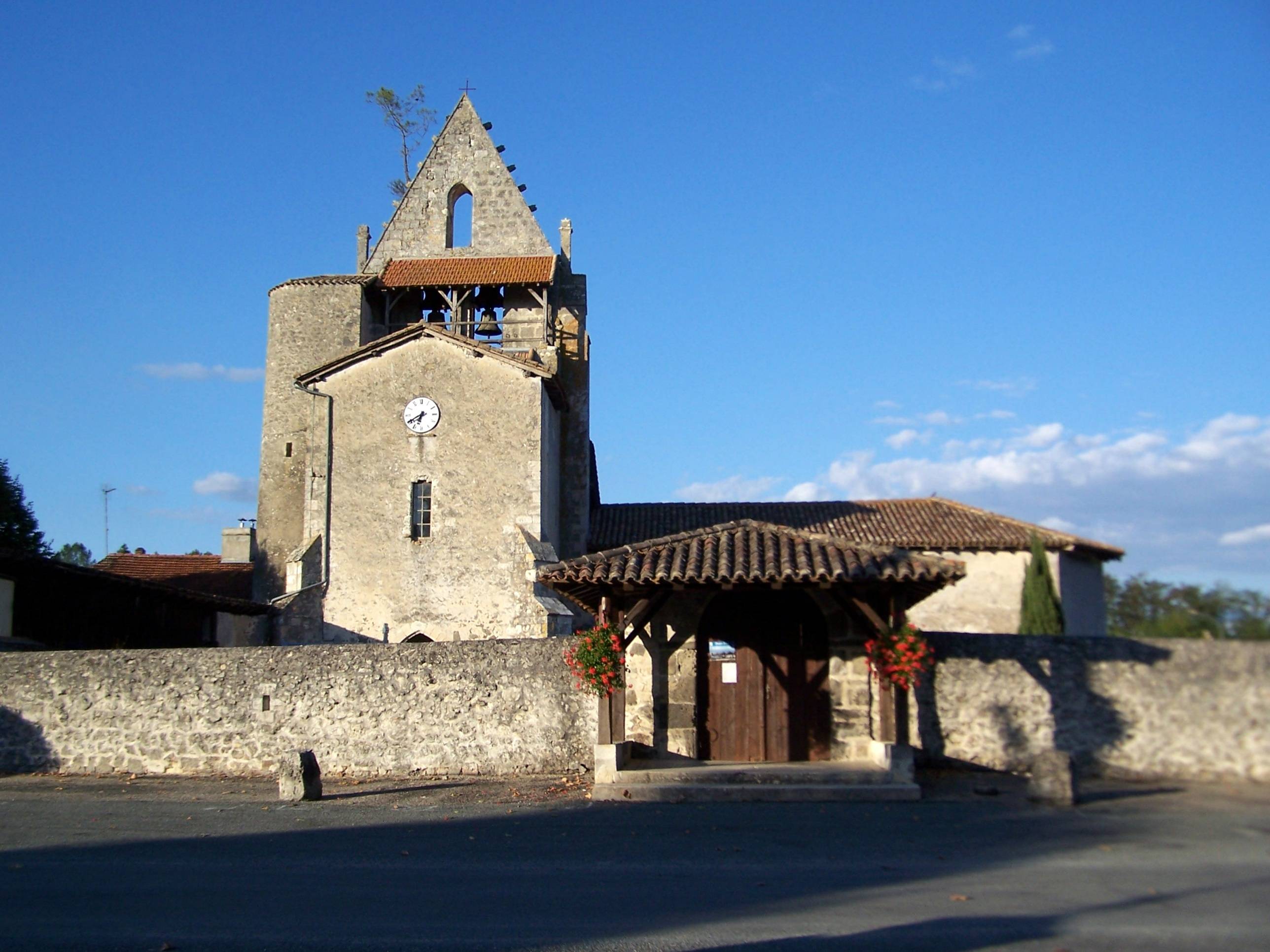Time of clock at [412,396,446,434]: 6:40
